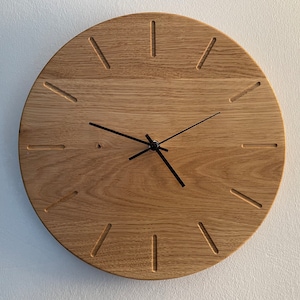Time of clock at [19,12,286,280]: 4:48
